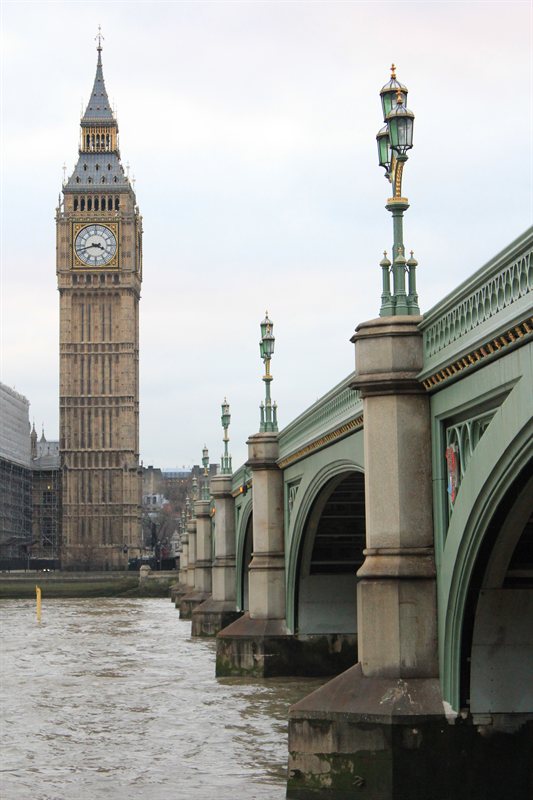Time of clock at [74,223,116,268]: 3:42
